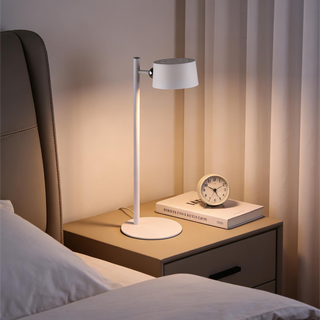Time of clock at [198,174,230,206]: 4:49
